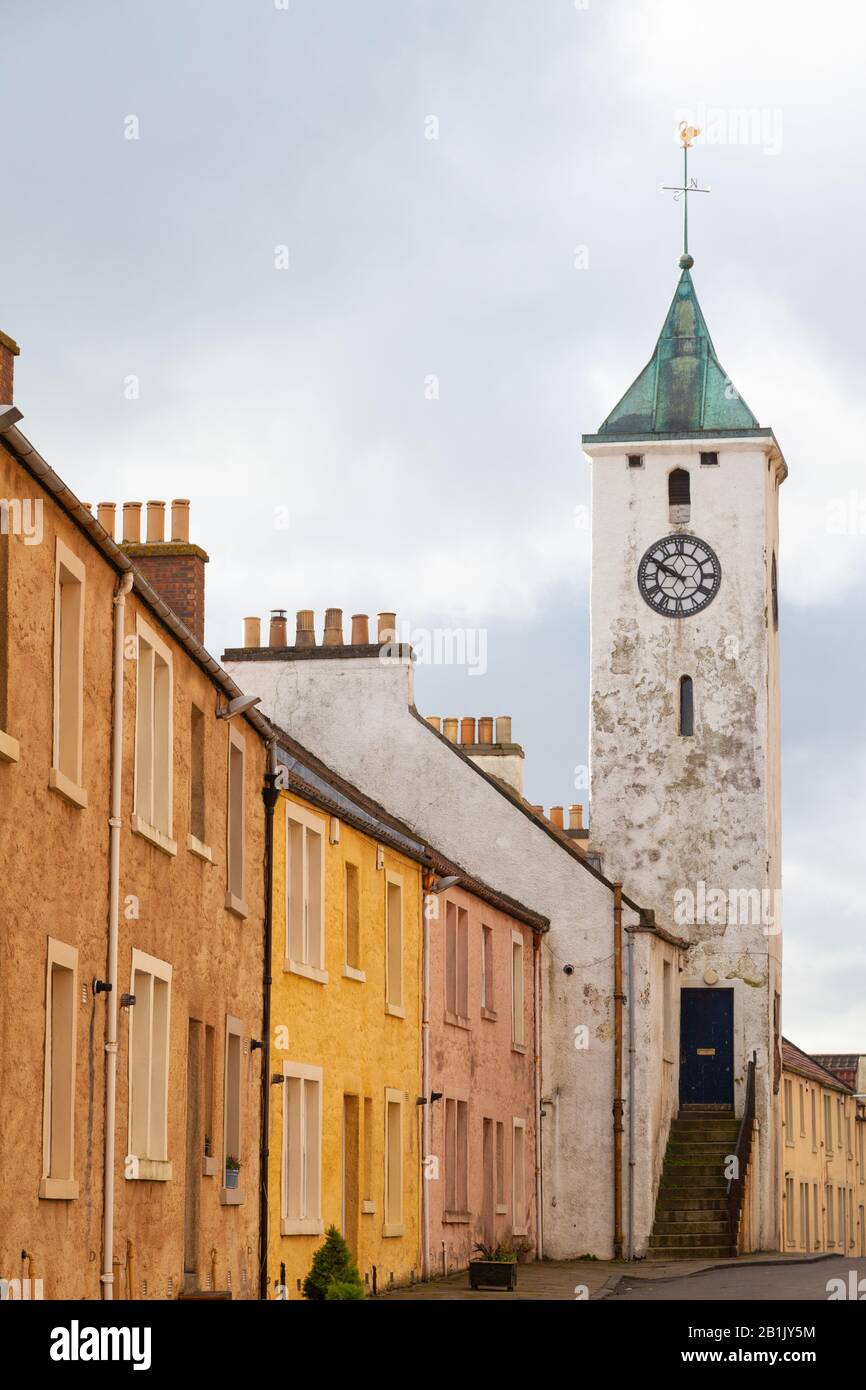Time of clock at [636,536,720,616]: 9:50
